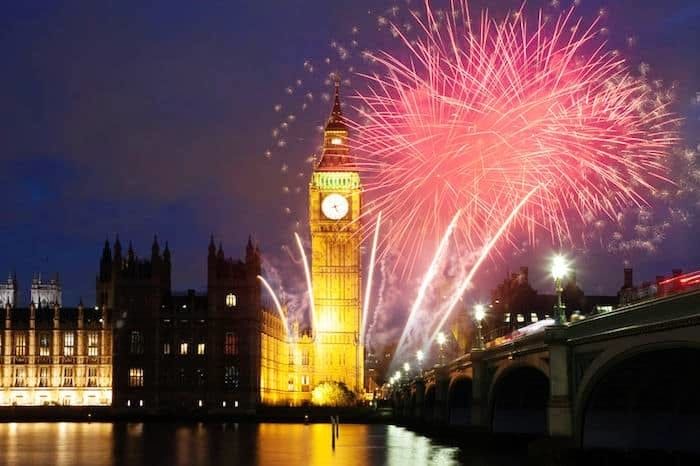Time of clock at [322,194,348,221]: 5:11
